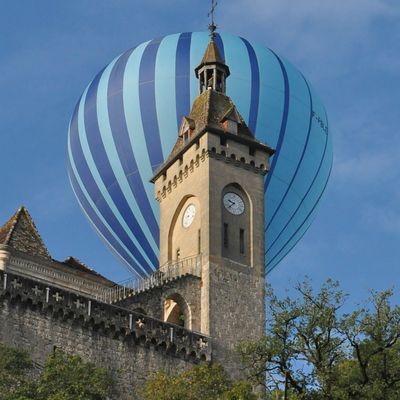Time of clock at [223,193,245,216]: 9:38
